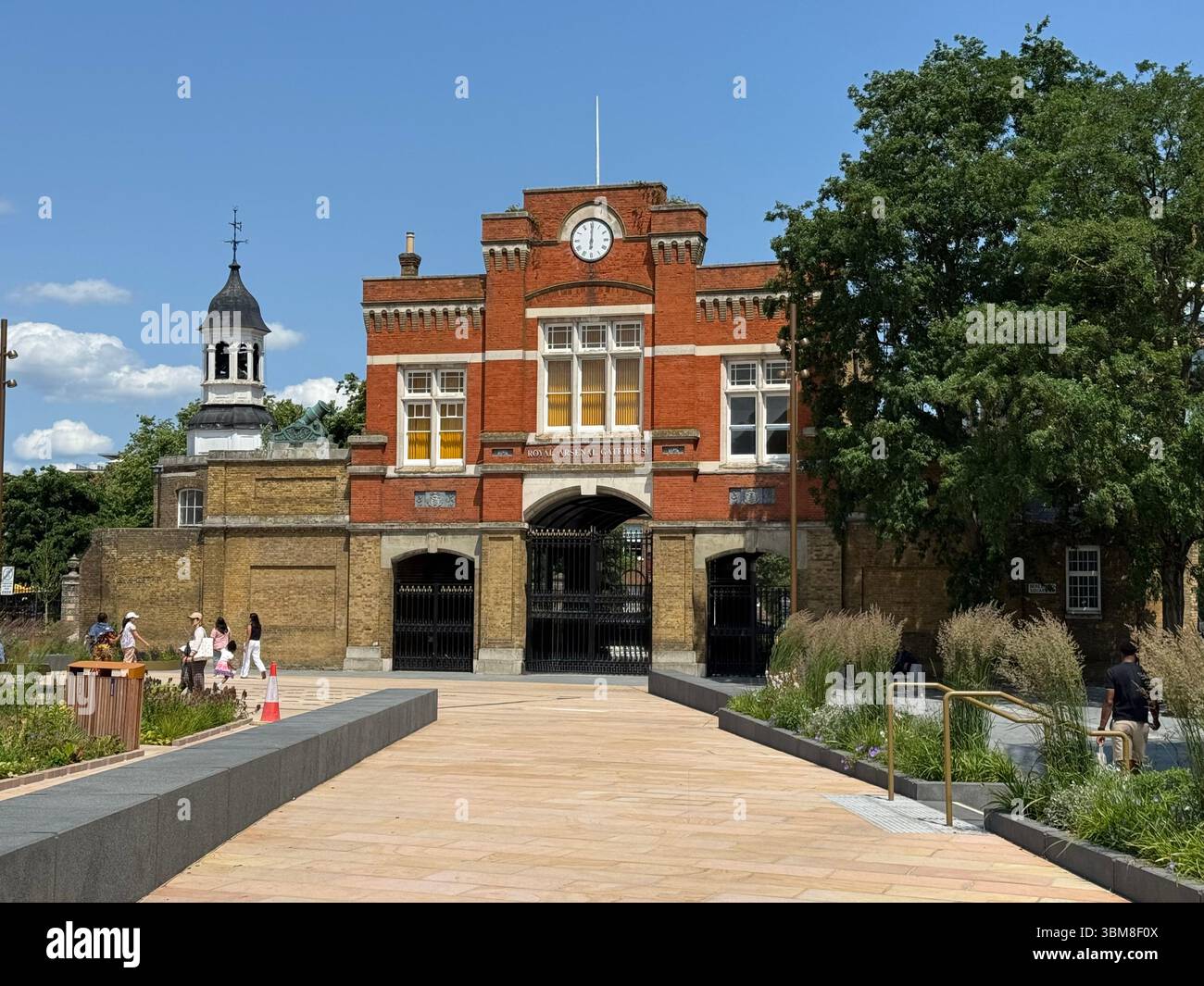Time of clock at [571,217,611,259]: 6:00
